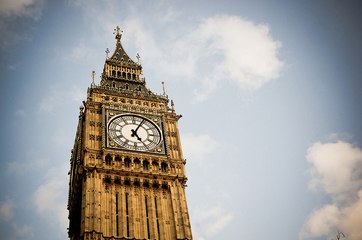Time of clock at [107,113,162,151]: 5:04
